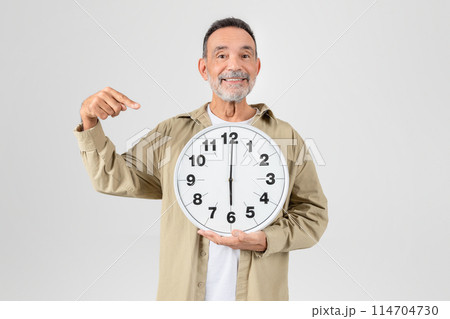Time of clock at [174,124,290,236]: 6:00
